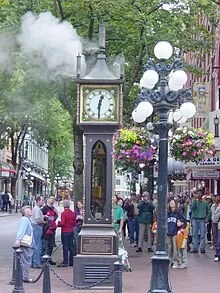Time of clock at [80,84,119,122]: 12:30
